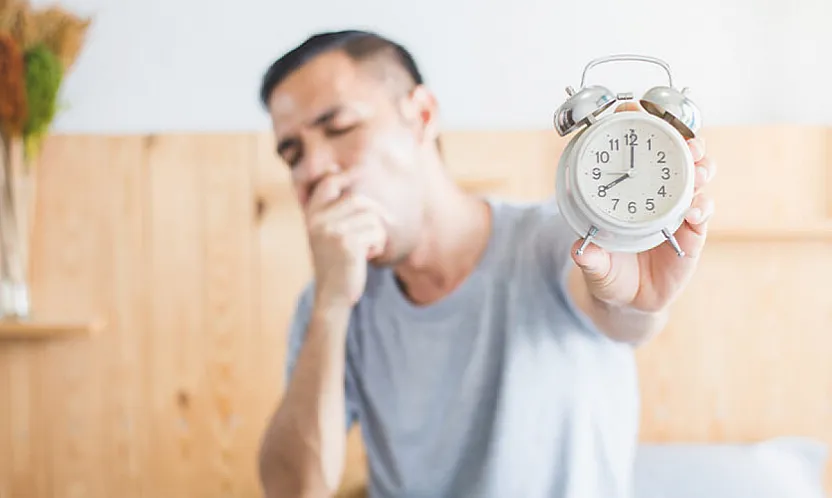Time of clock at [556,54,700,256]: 8:00
